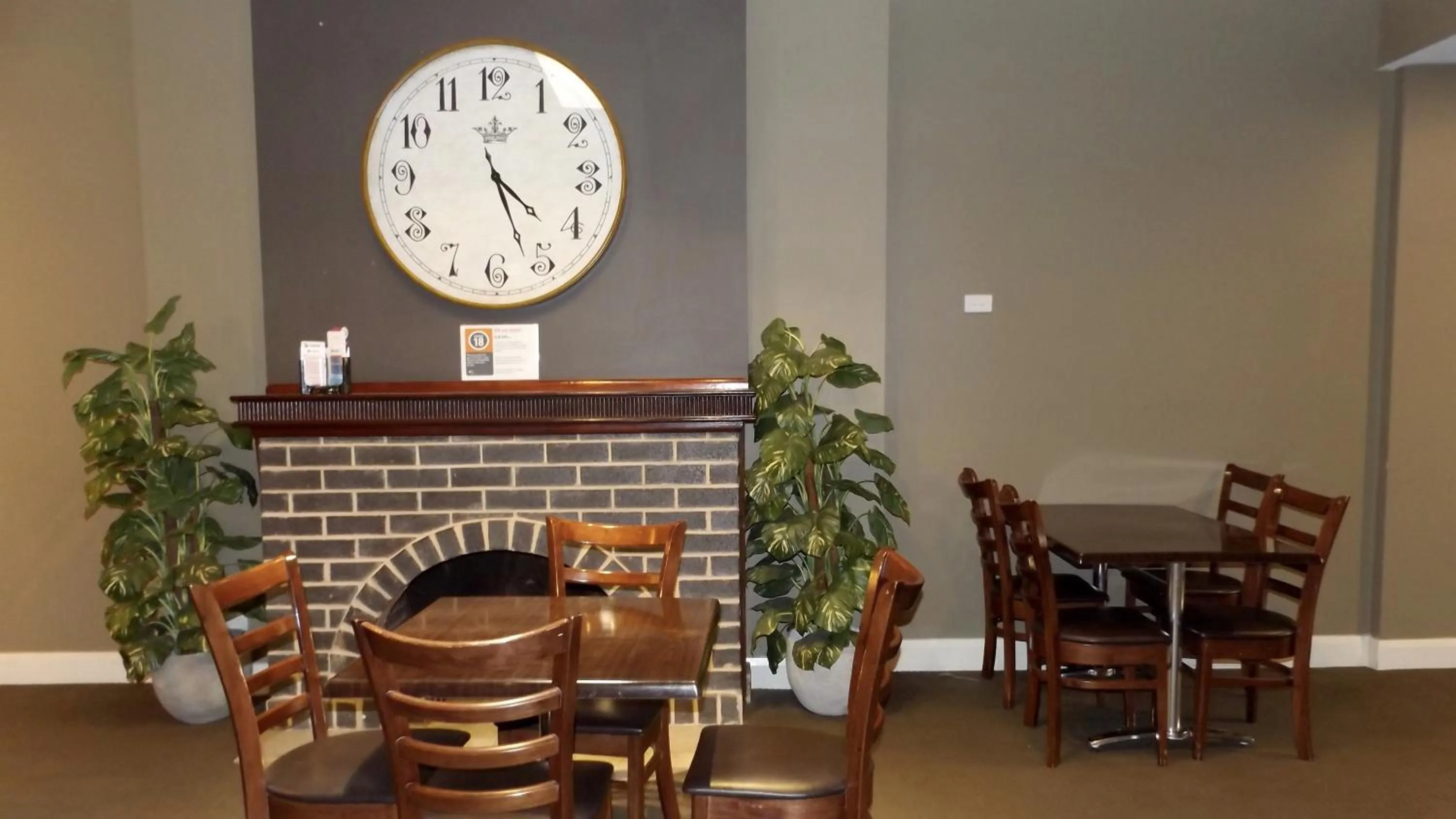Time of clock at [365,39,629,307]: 4:26
